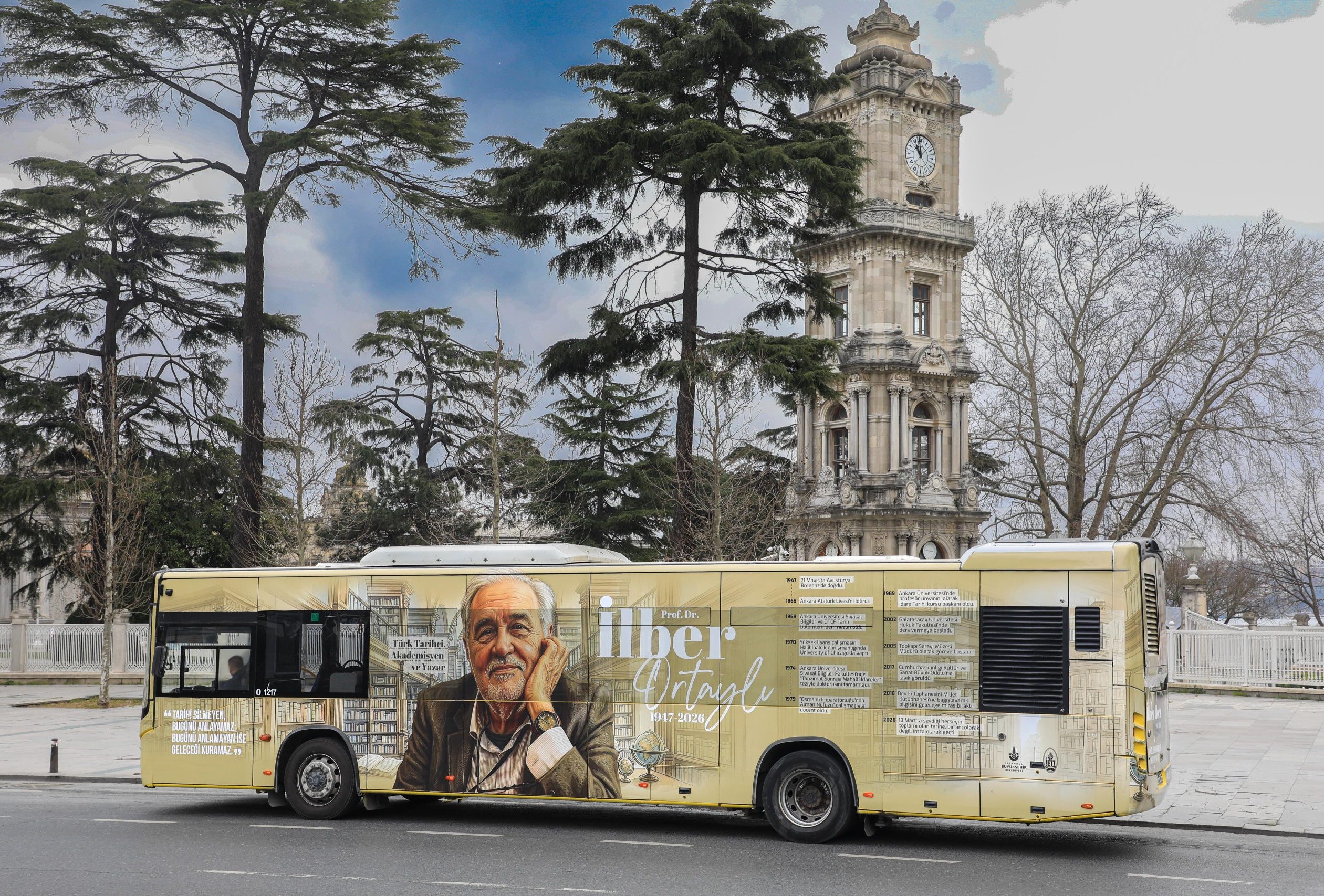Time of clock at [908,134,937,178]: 10:59
